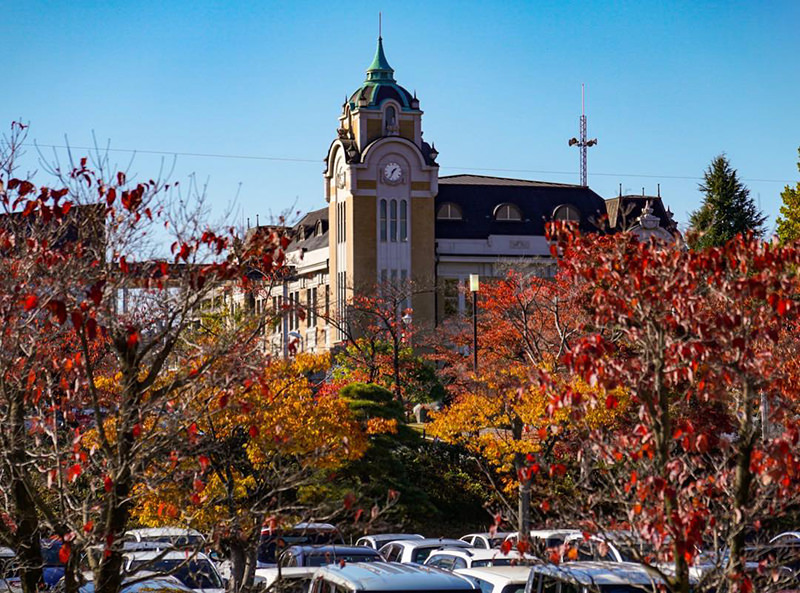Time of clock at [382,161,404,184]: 1:34
